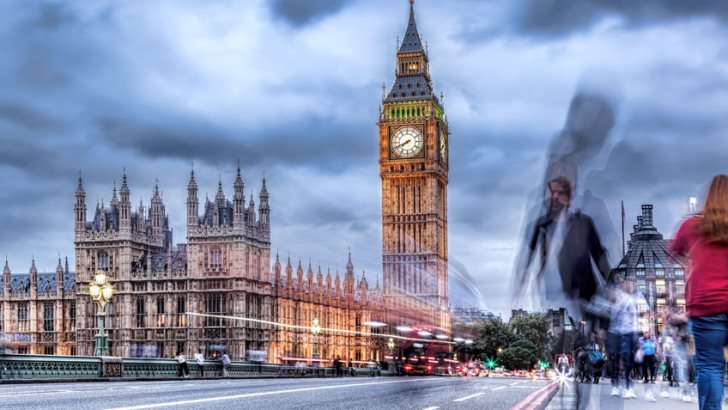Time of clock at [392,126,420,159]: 7:41
